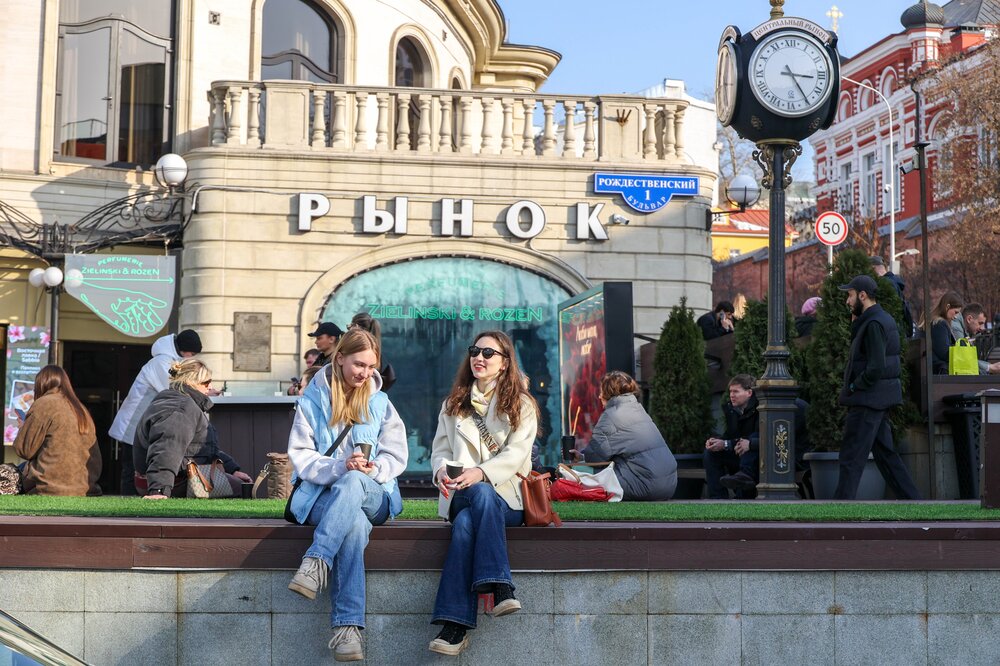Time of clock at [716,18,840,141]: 3:24
